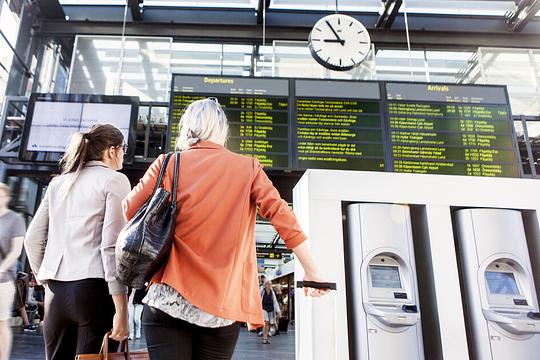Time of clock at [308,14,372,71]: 8:54
